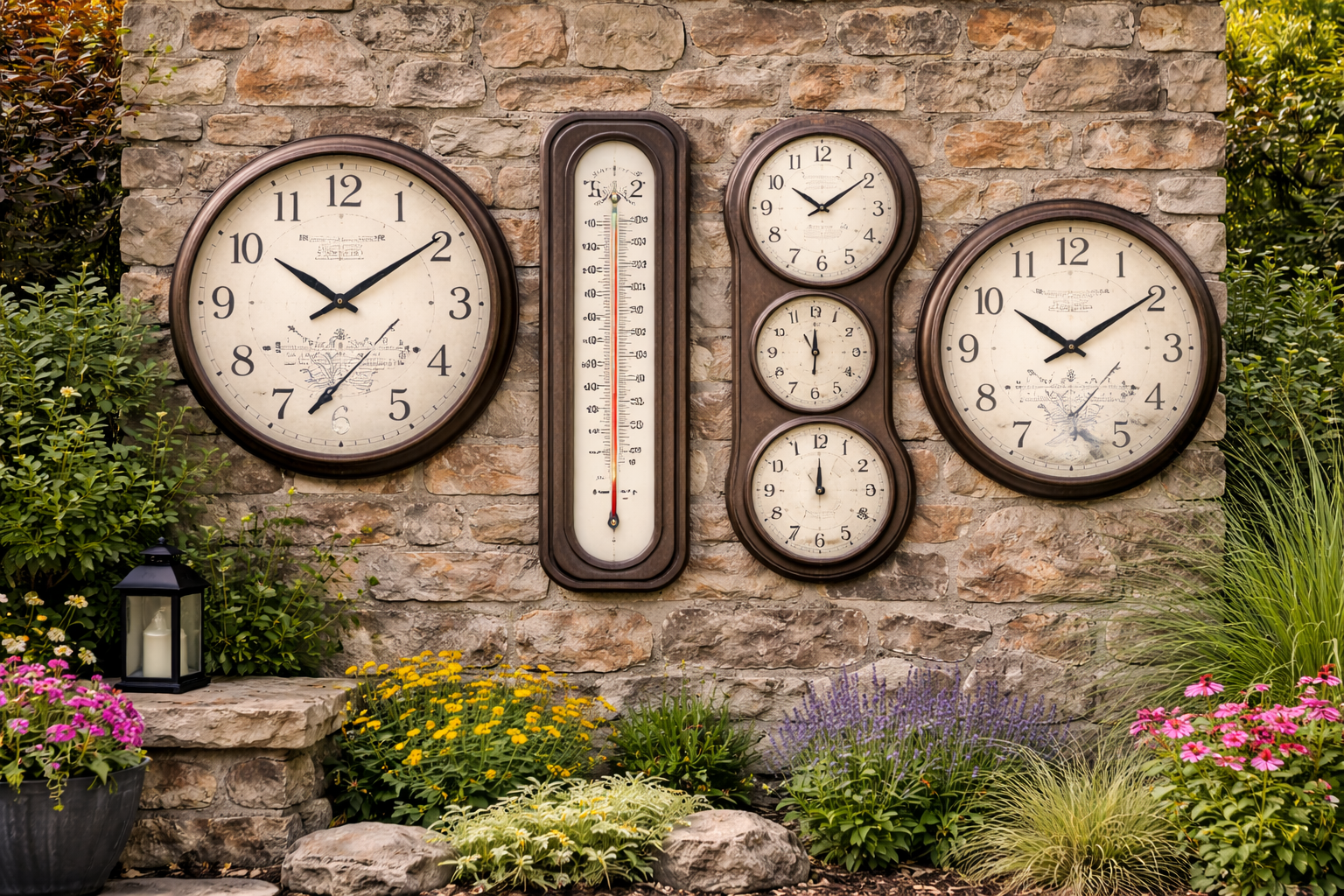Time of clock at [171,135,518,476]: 10:09
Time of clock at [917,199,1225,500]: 10:09
